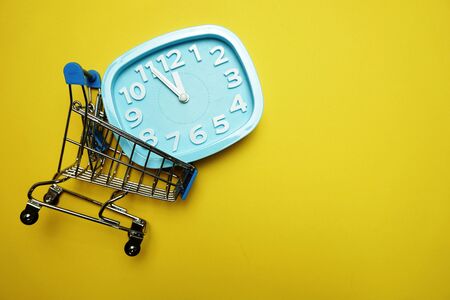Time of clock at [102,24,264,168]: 11:55
